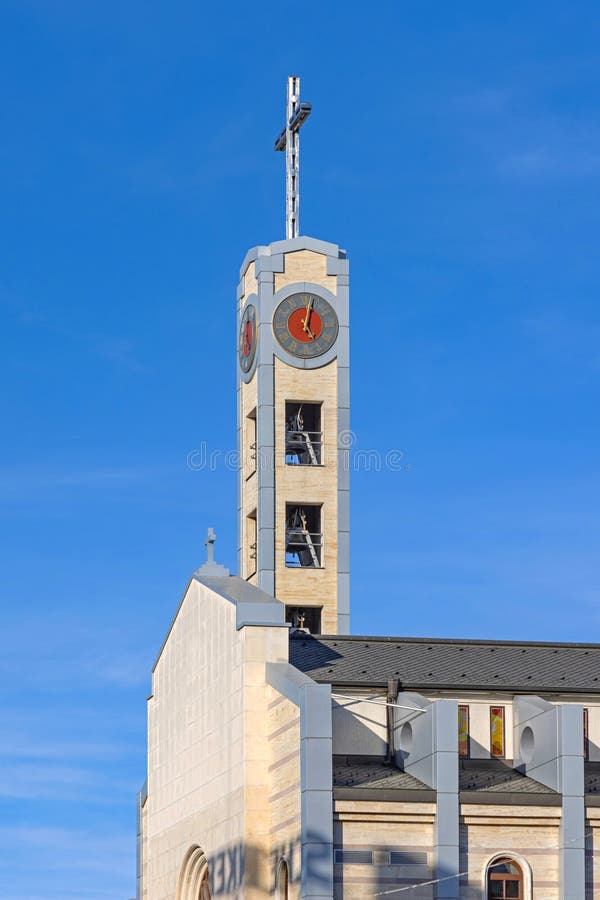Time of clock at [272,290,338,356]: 5:03
